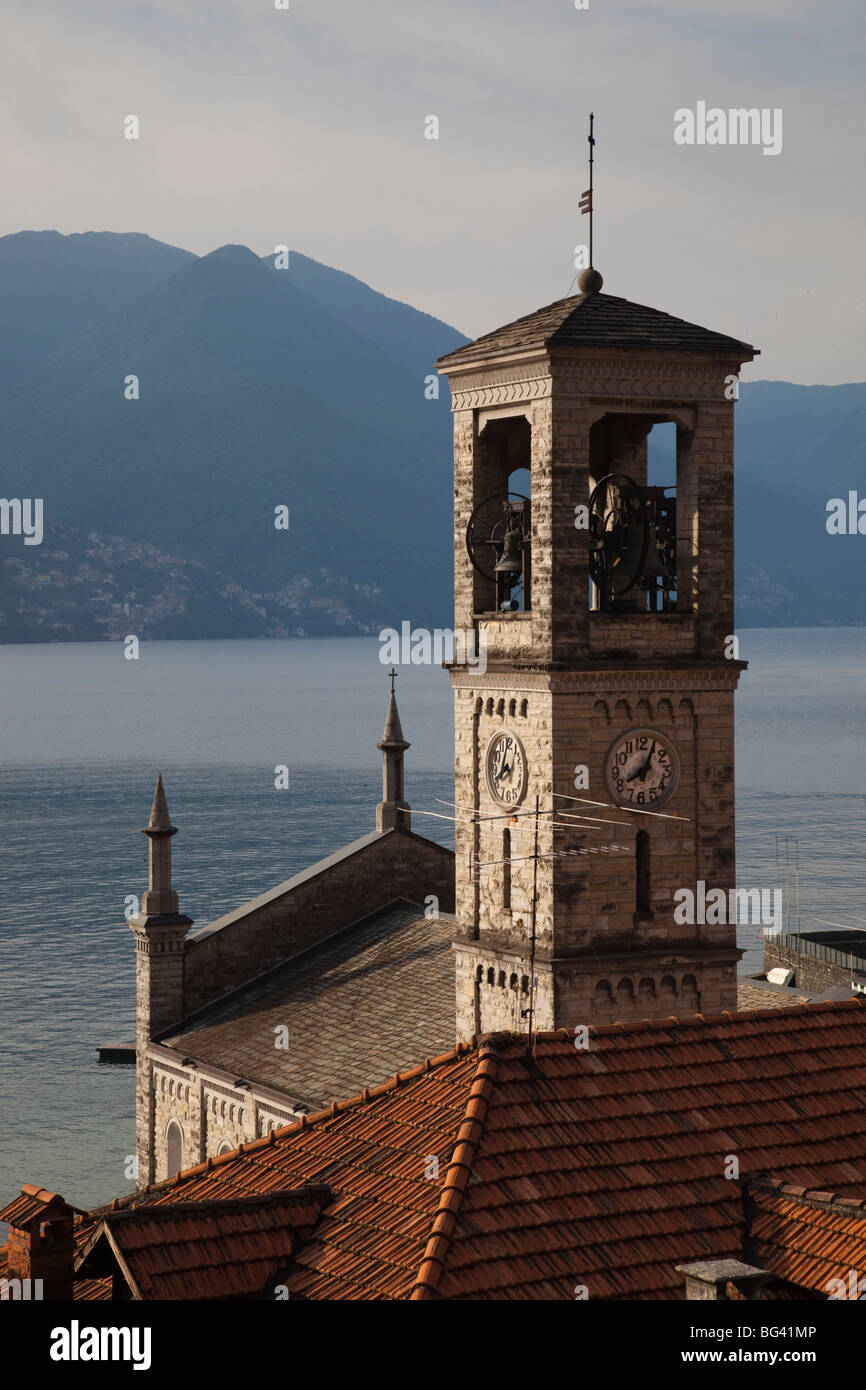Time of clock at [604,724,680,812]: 8:04
